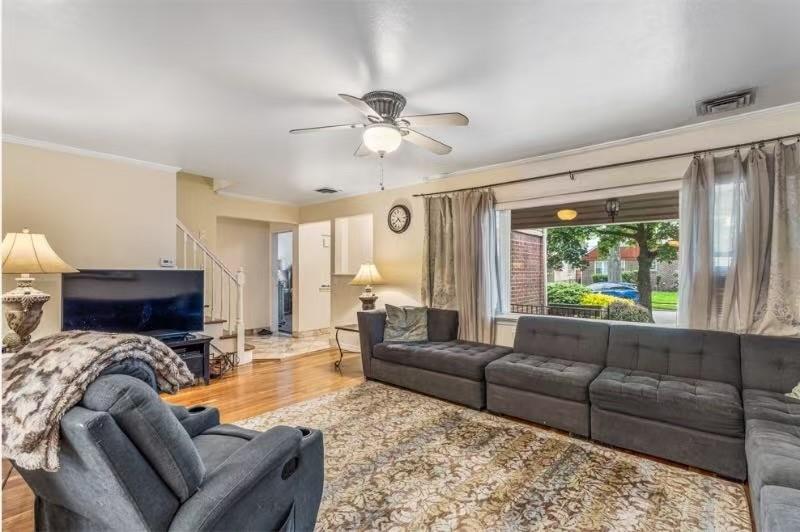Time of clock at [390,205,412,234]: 4:38
